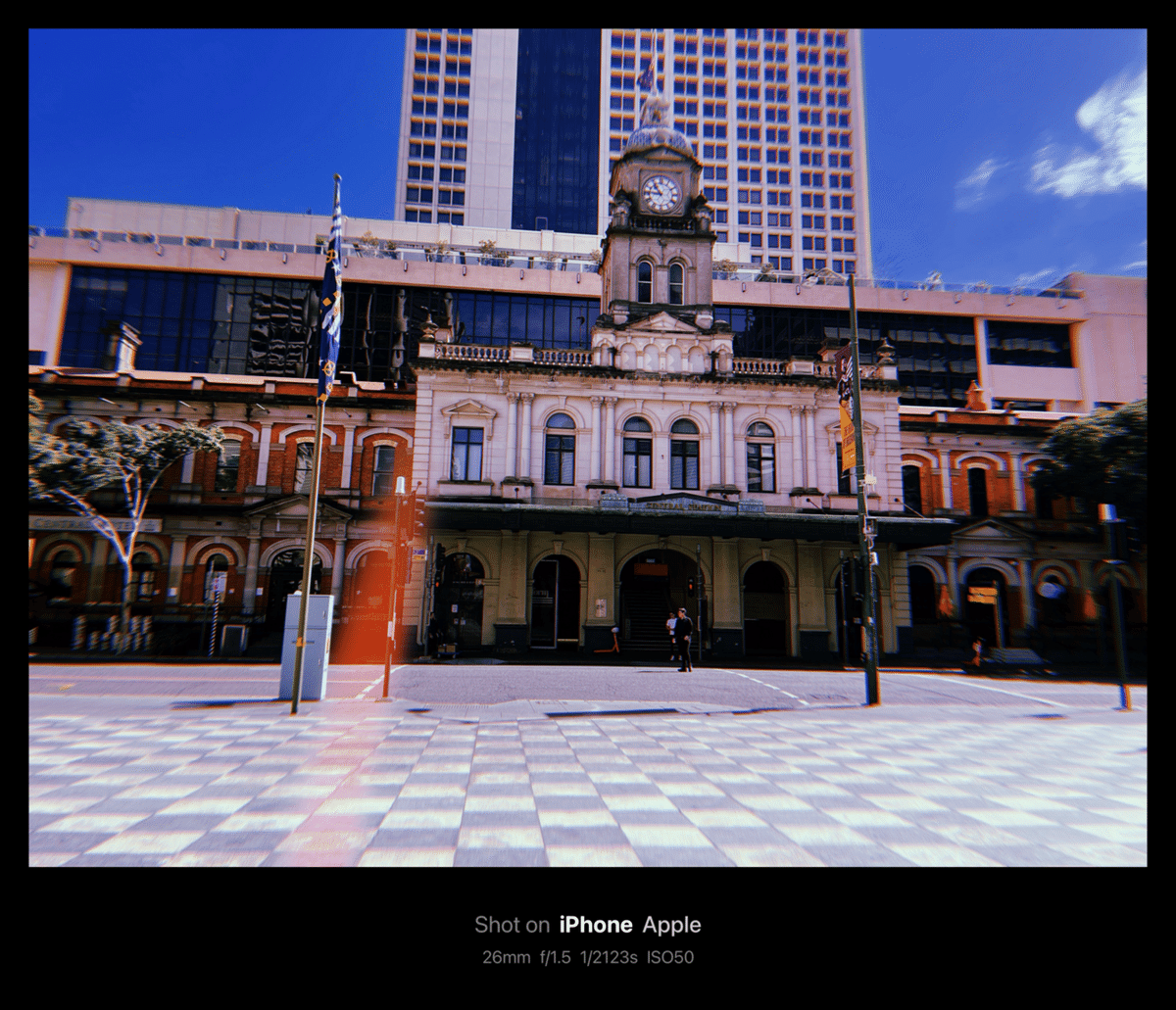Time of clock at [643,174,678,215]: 10:45
